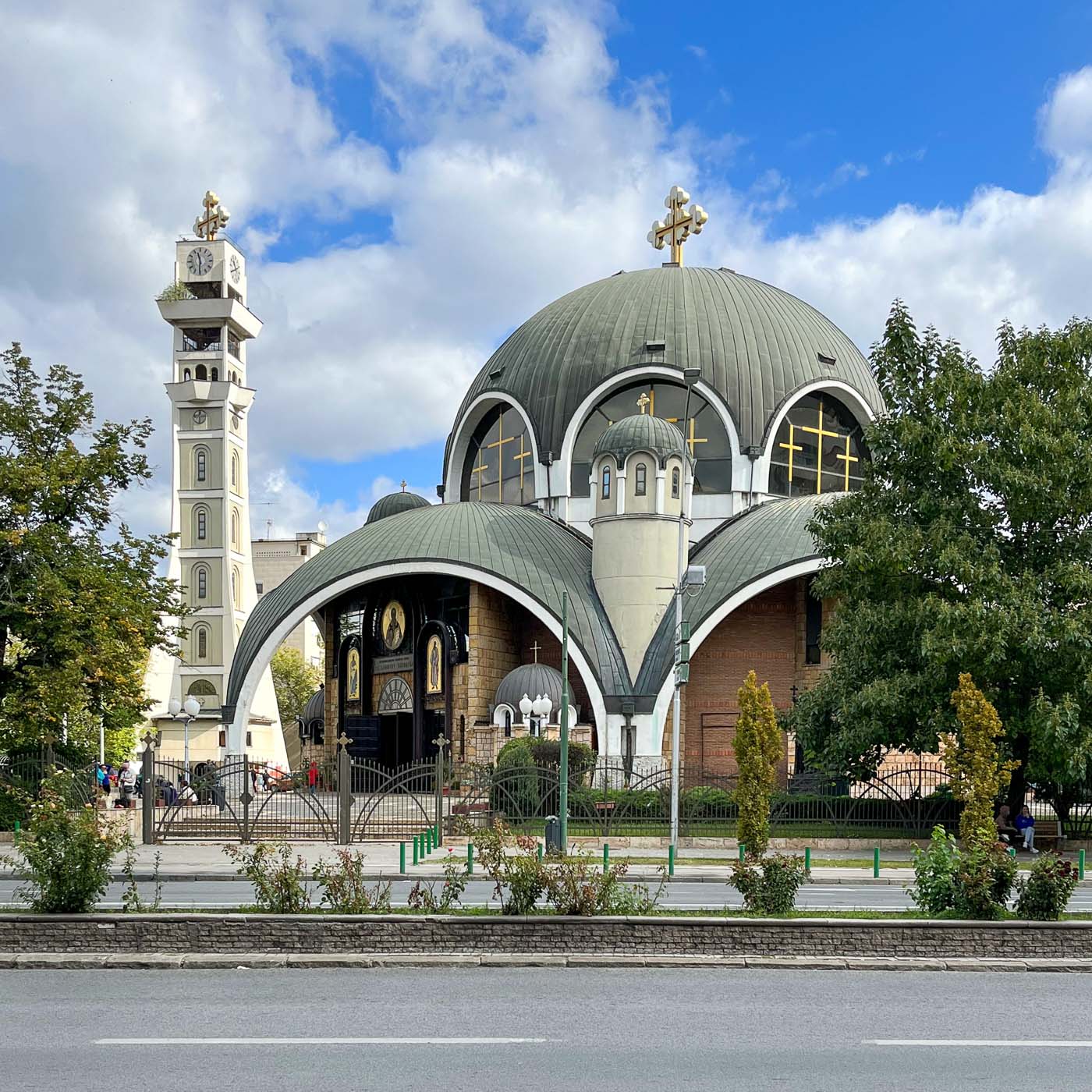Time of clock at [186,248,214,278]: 11:30
